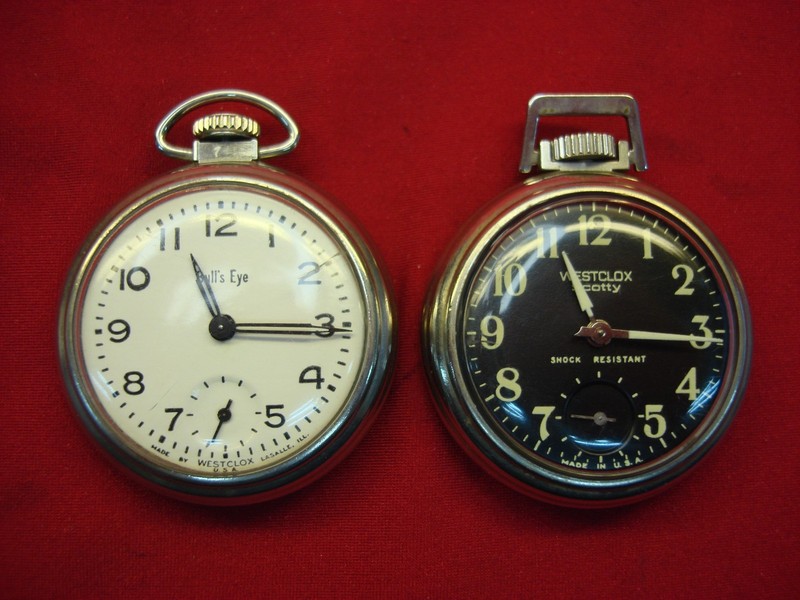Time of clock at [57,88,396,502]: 11:15
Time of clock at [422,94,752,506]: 11:15
